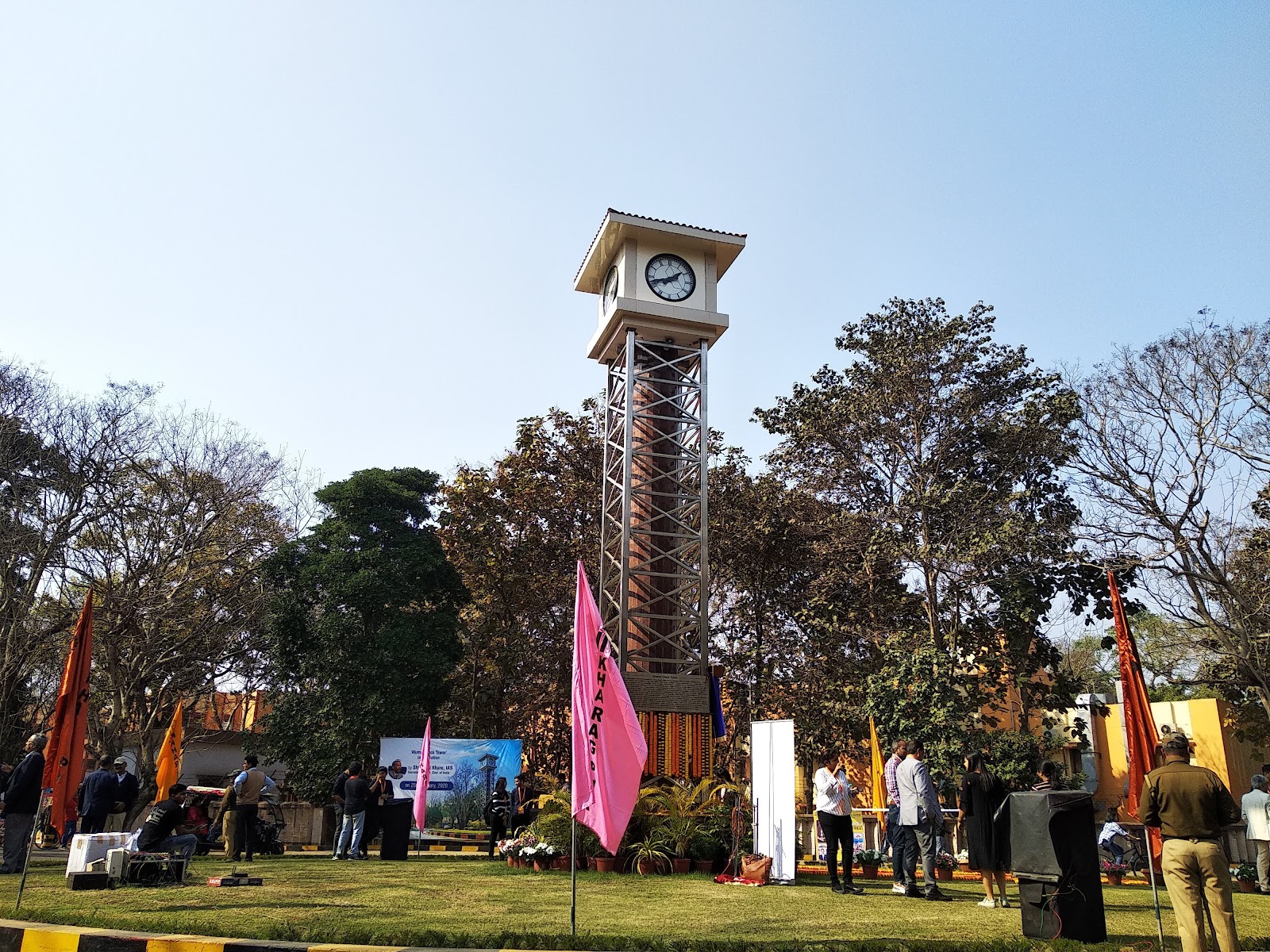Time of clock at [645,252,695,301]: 1:42
